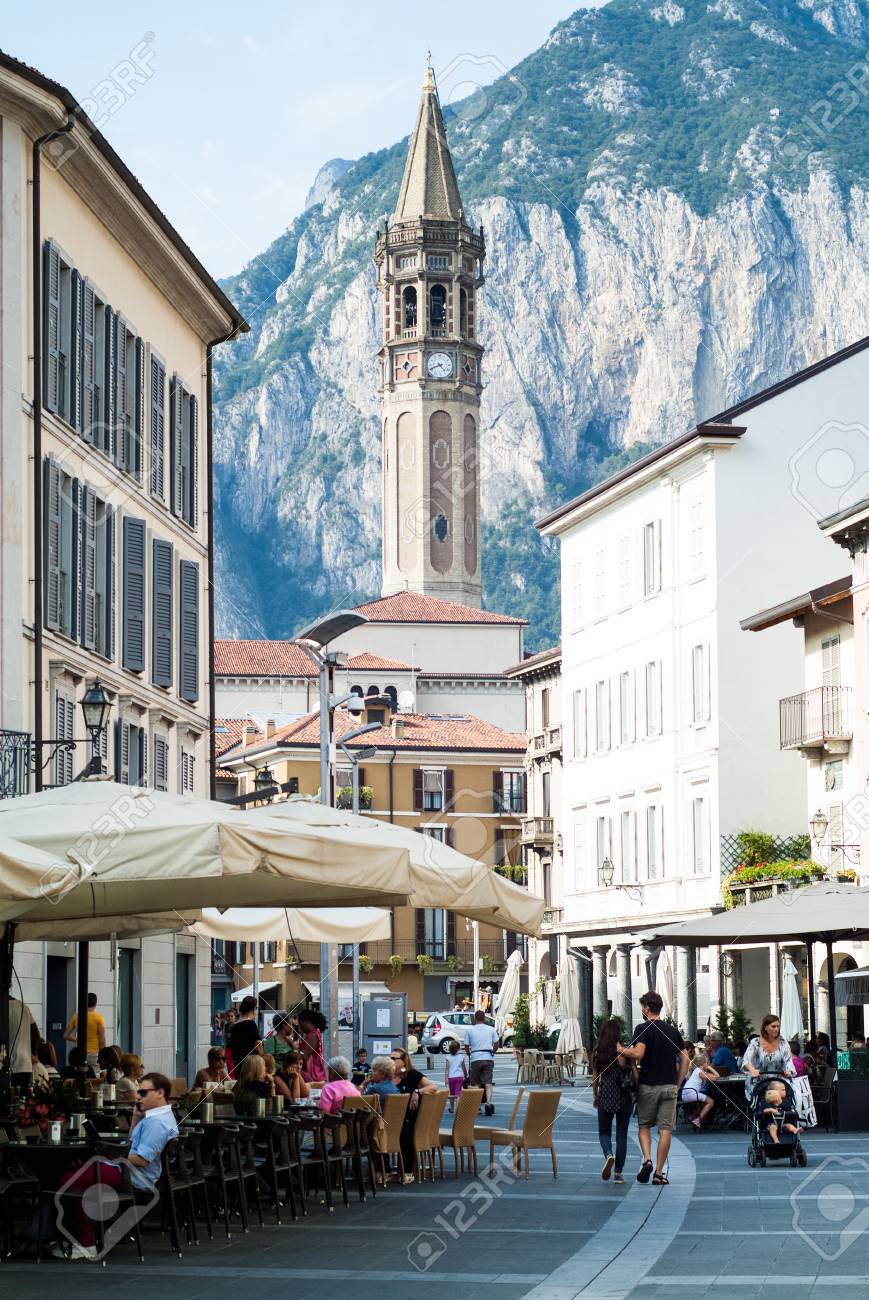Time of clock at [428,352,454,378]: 4:41
